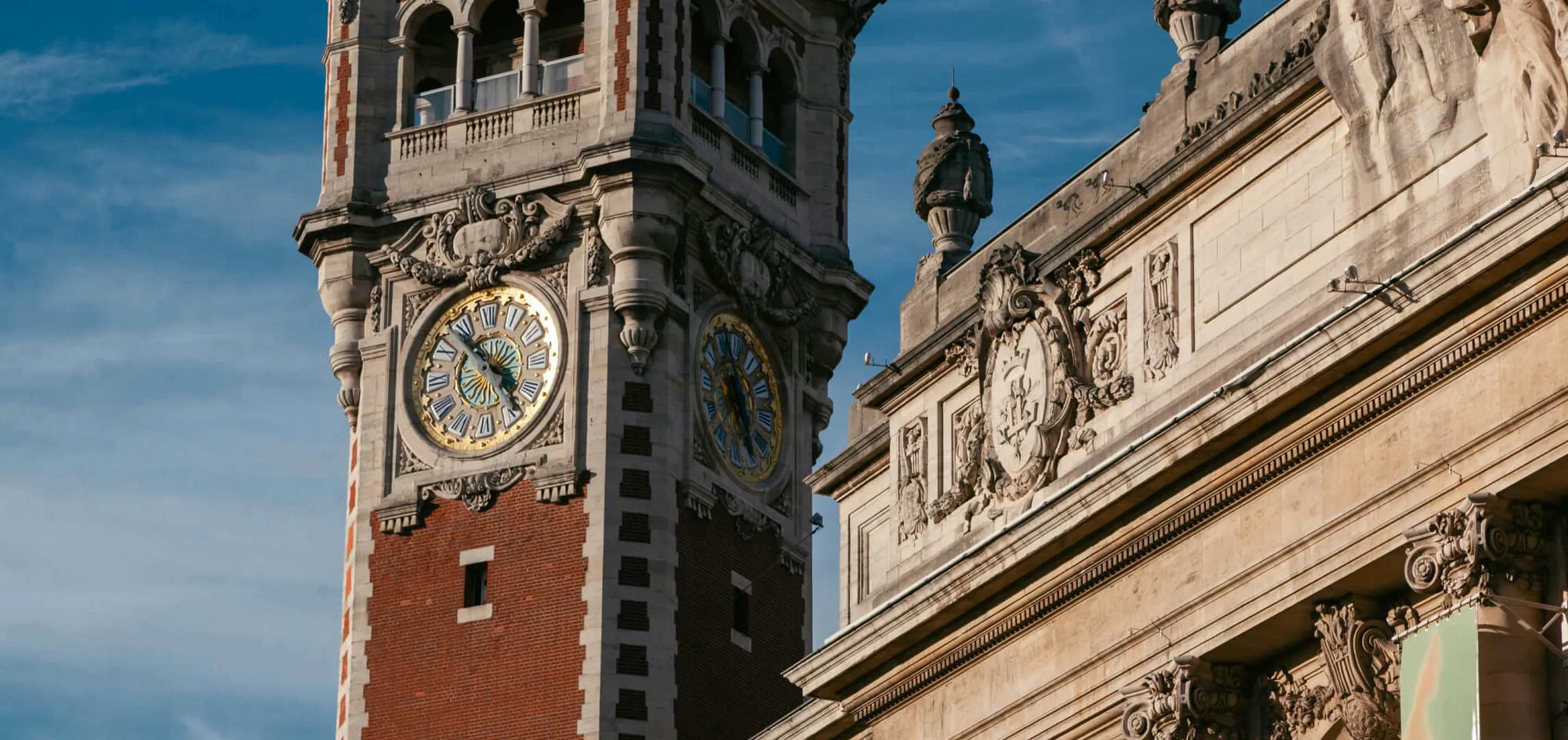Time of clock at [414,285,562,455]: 4:52
